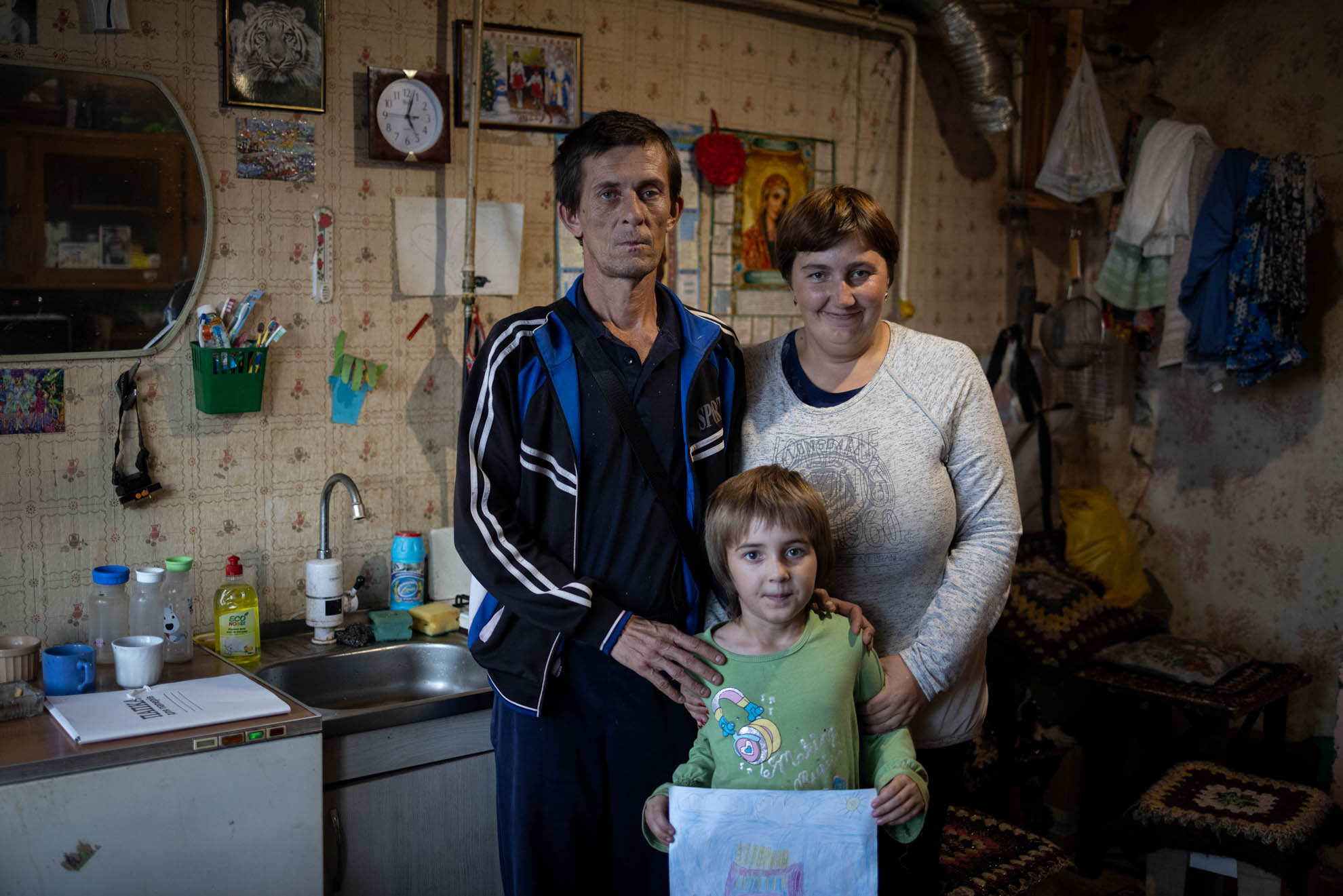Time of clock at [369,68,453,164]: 5:03
